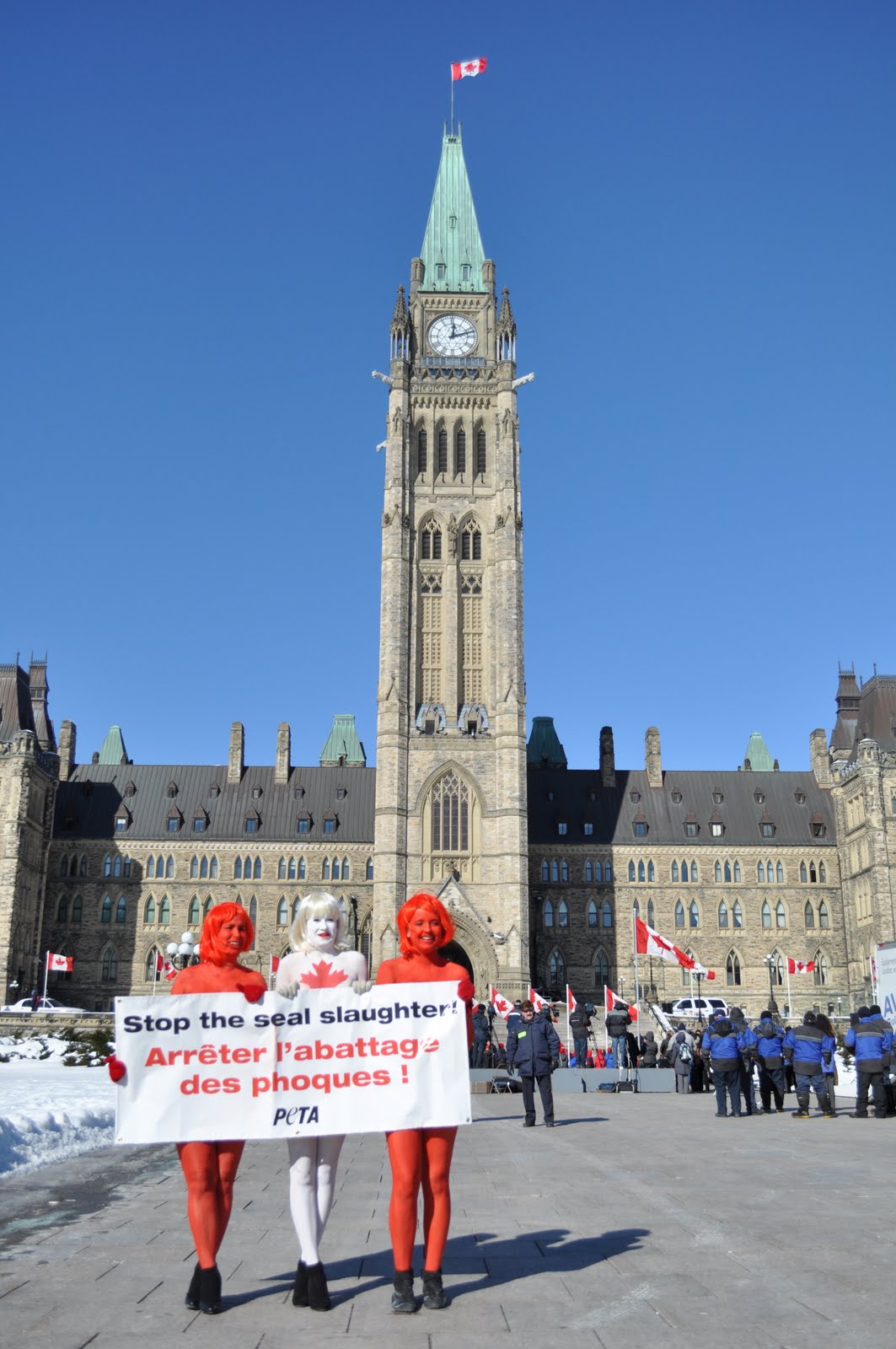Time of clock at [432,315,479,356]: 12:12
